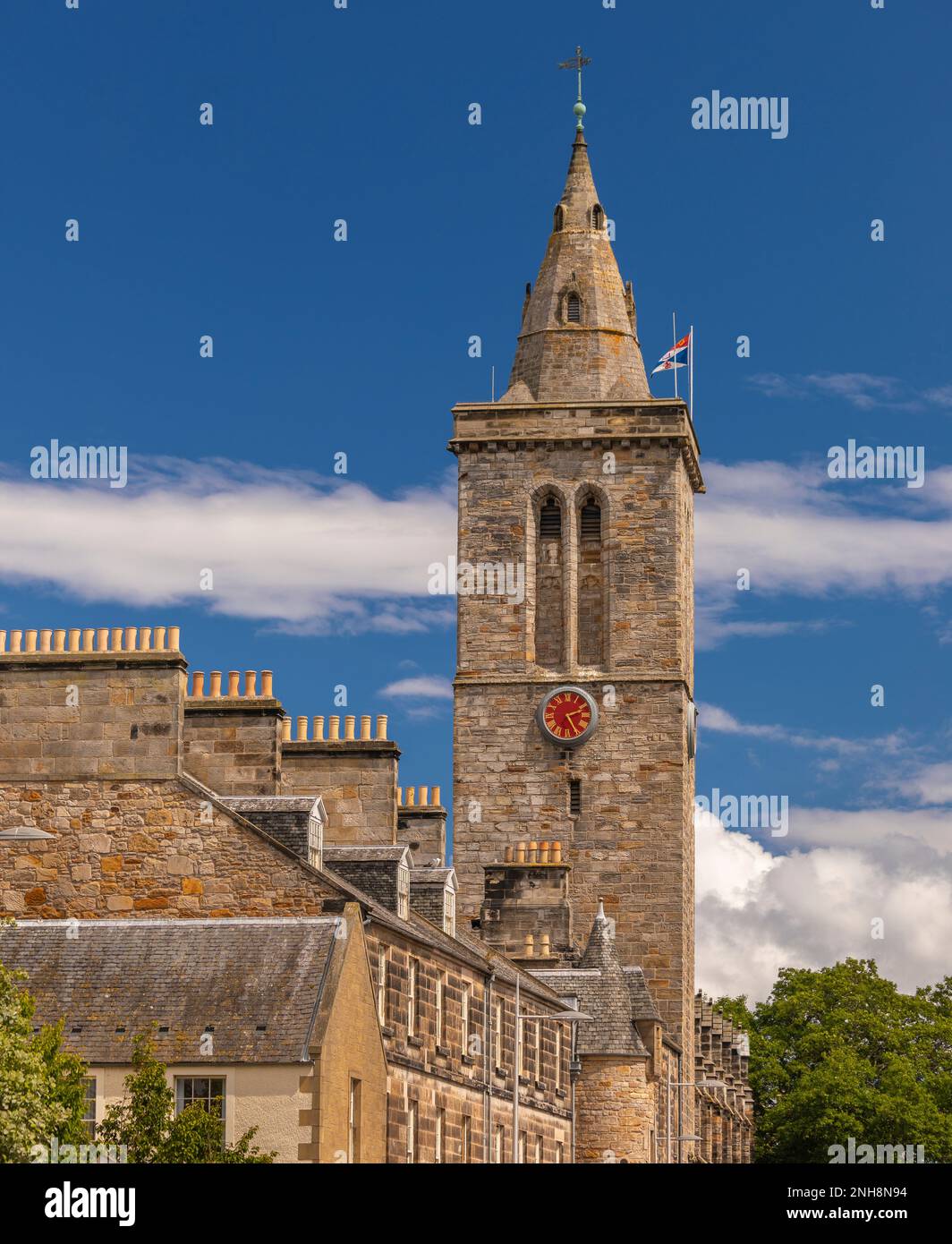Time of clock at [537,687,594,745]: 2:25
